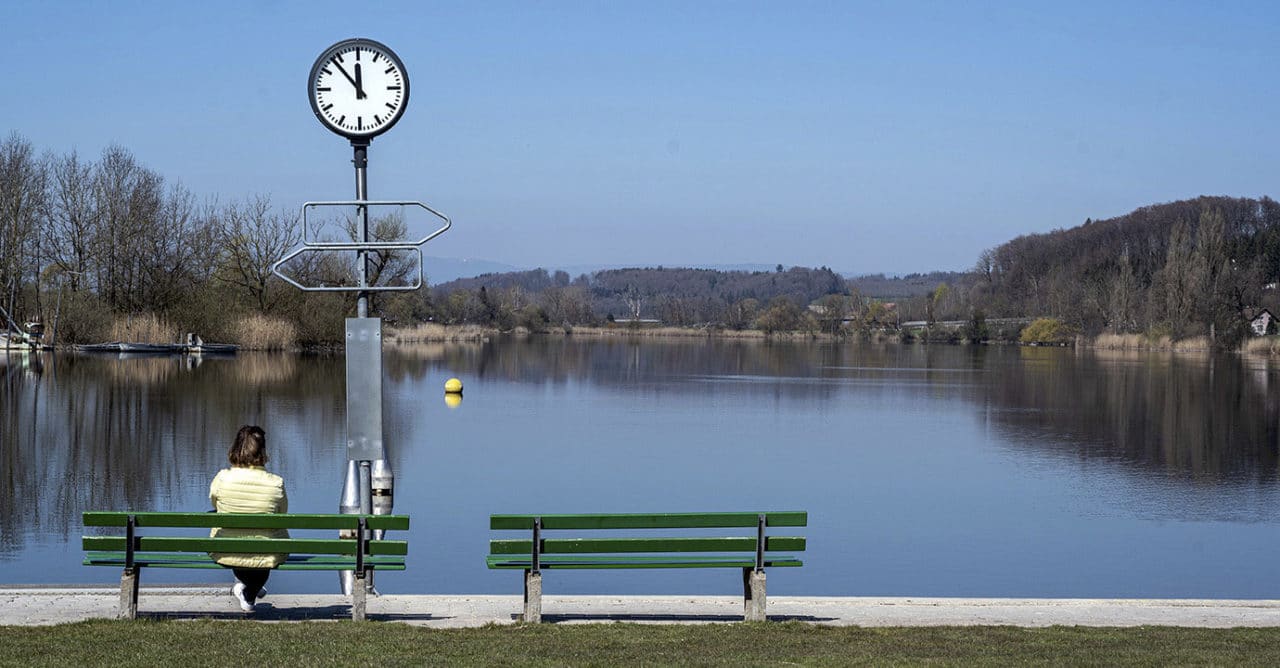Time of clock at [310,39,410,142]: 11:53
